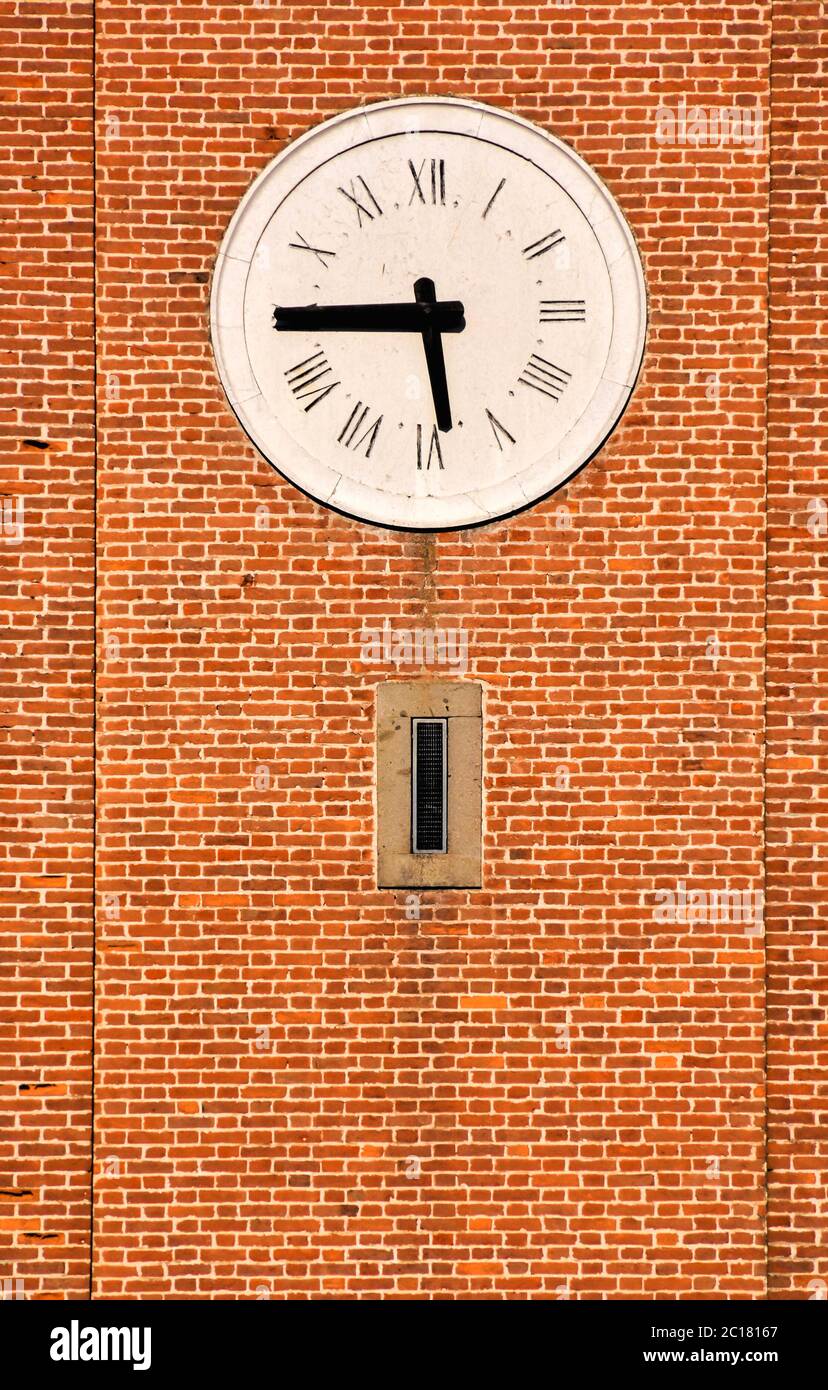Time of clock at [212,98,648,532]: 5:44
